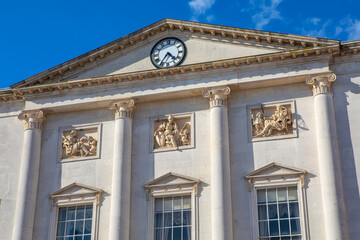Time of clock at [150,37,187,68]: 4:35
